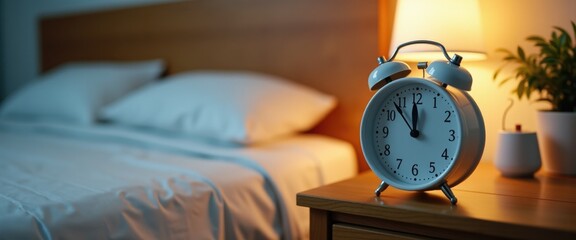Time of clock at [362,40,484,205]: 11:53
